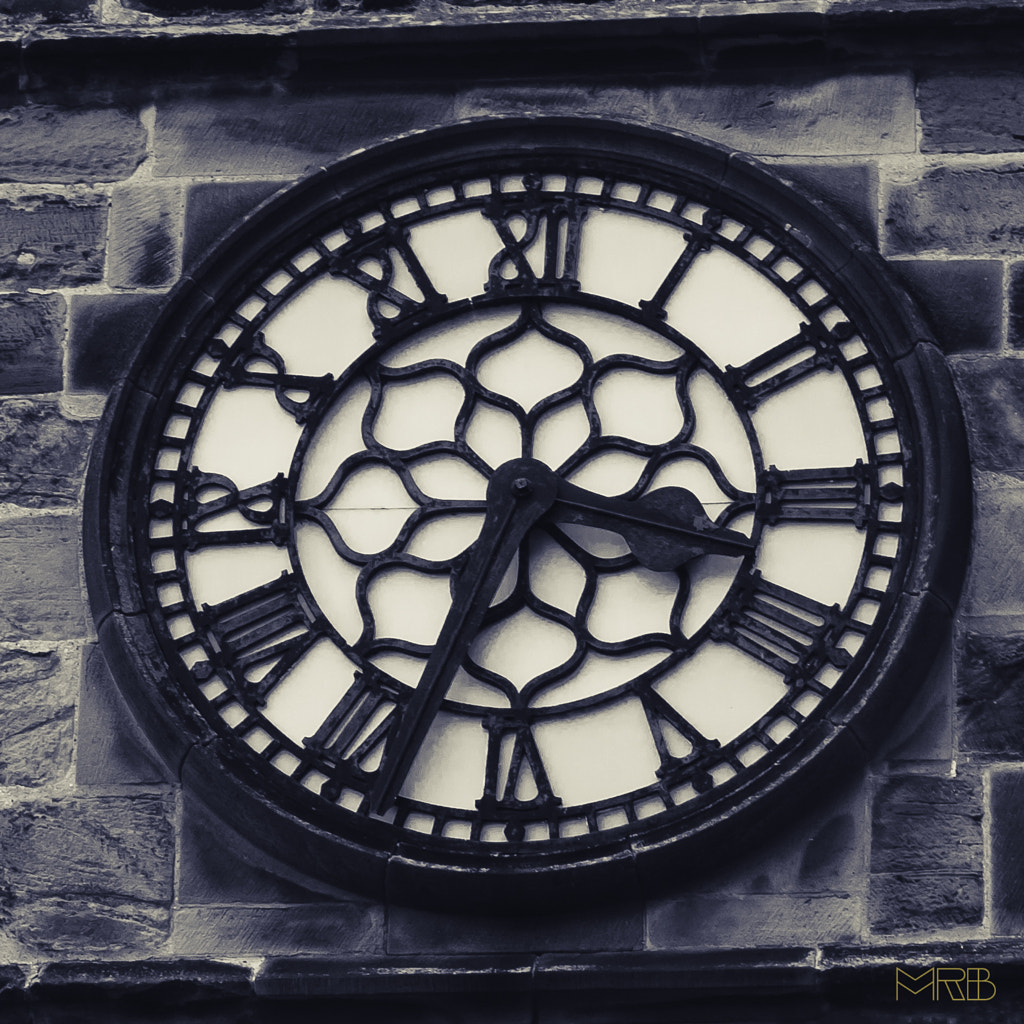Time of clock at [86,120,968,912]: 3:33
